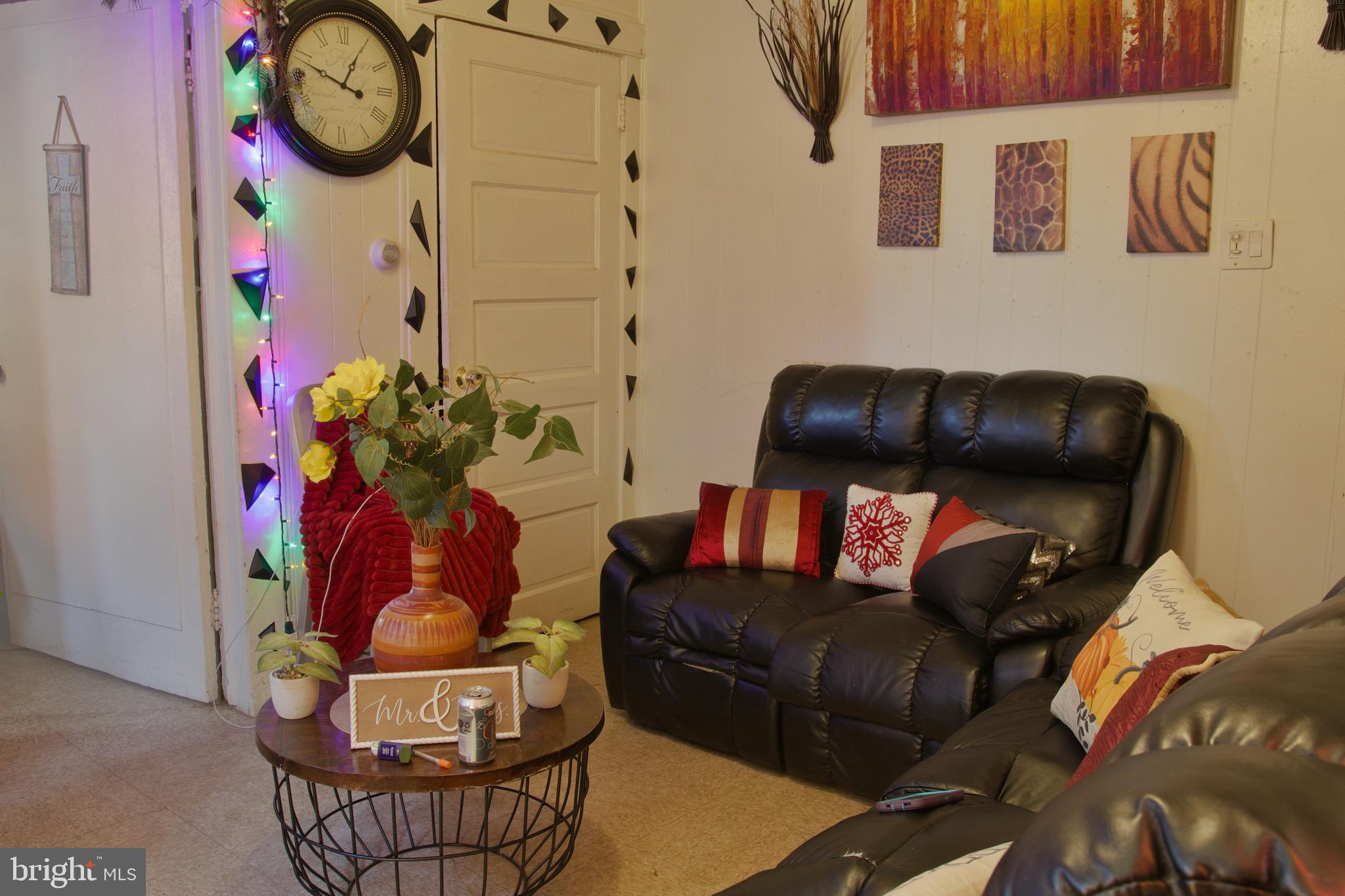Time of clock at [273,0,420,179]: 12:48
